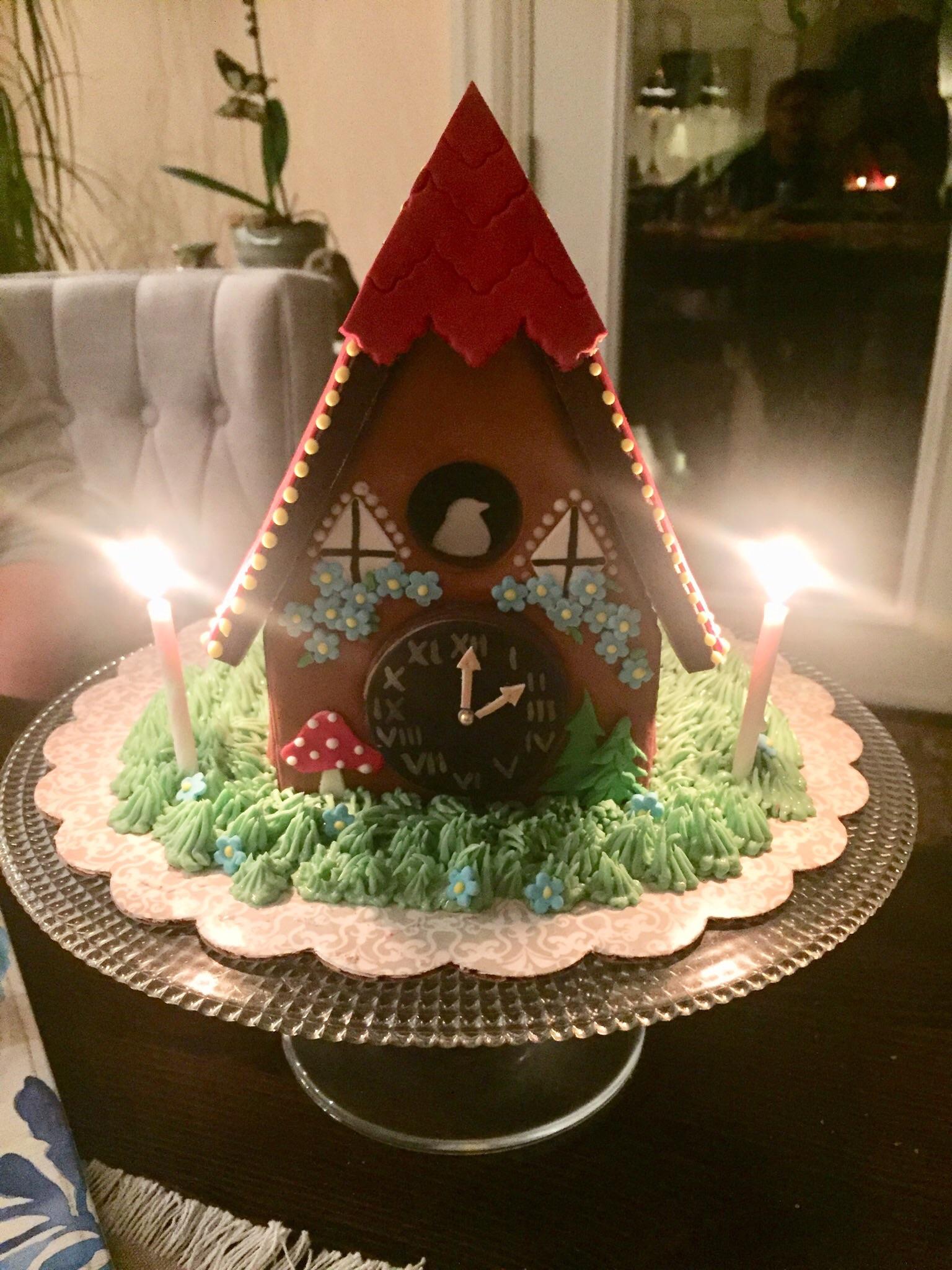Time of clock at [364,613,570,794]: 2:00
